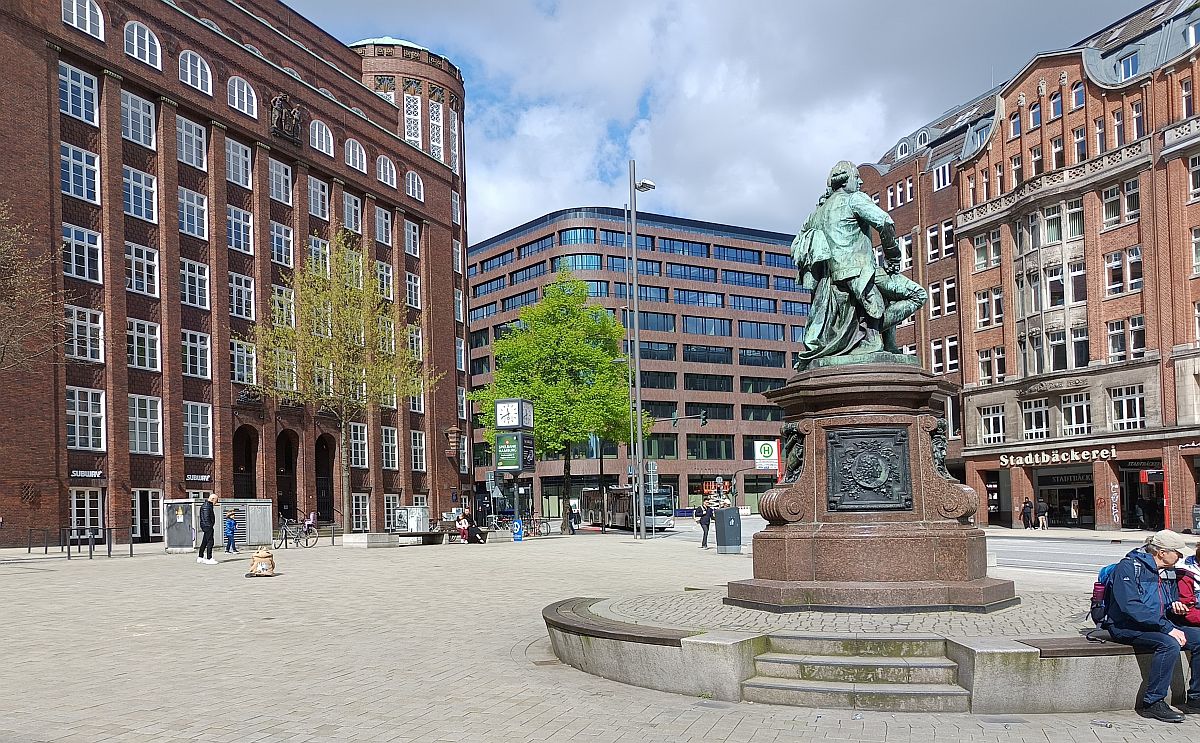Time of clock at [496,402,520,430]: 11:40
